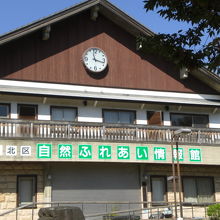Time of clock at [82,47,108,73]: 11:17
